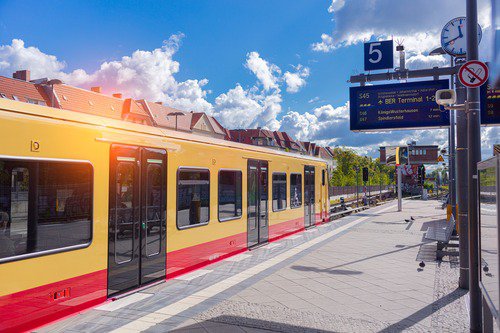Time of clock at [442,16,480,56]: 11:41
